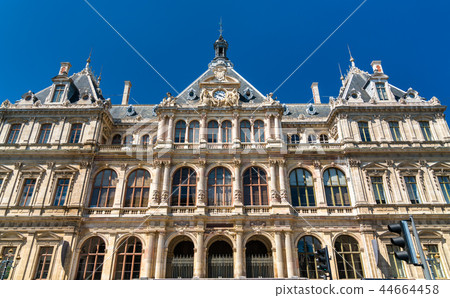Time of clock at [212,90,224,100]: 3:48
